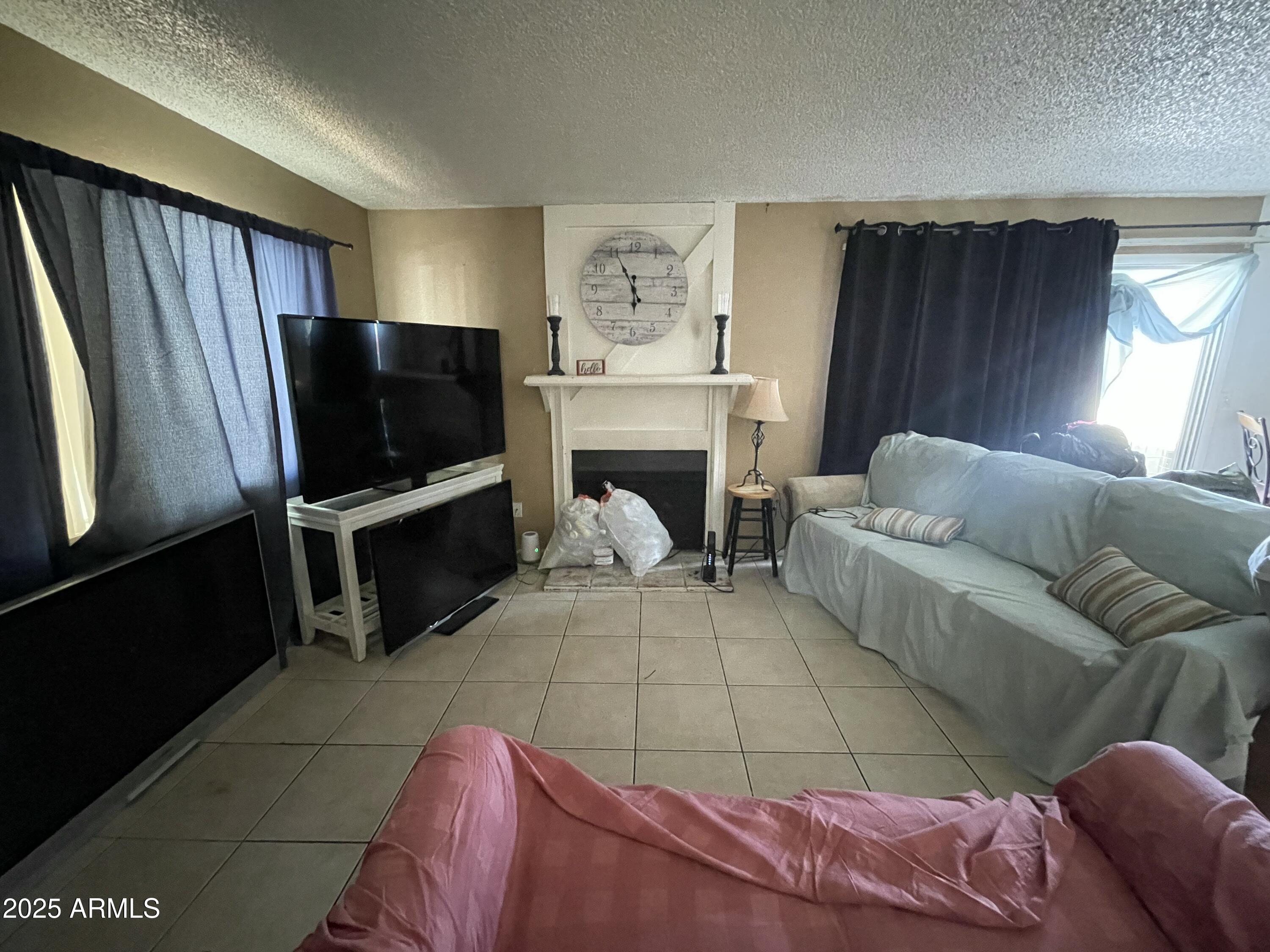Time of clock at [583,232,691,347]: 5:55
